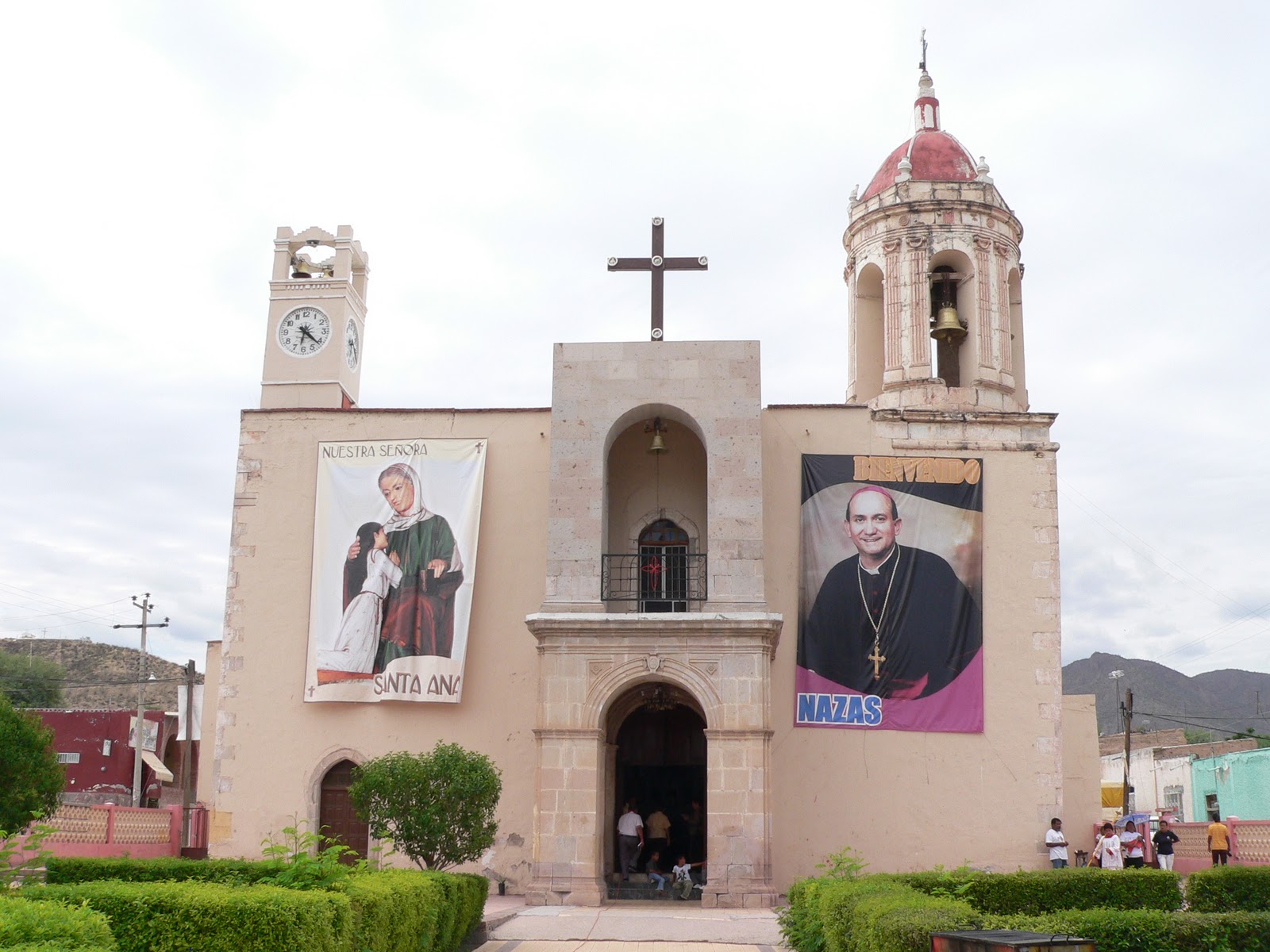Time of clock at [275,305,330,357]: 6:21
